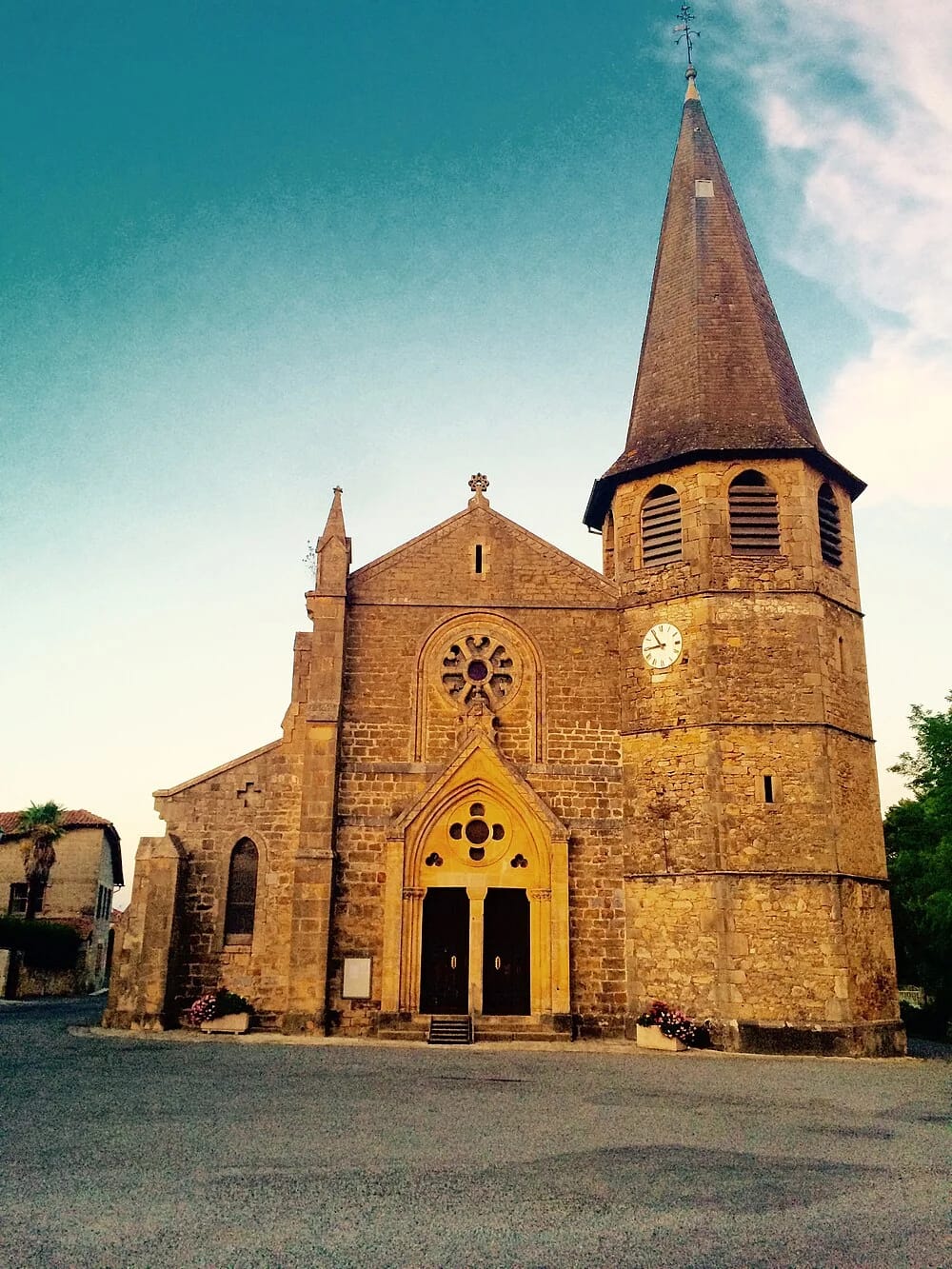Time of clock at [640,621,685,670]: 8:54
